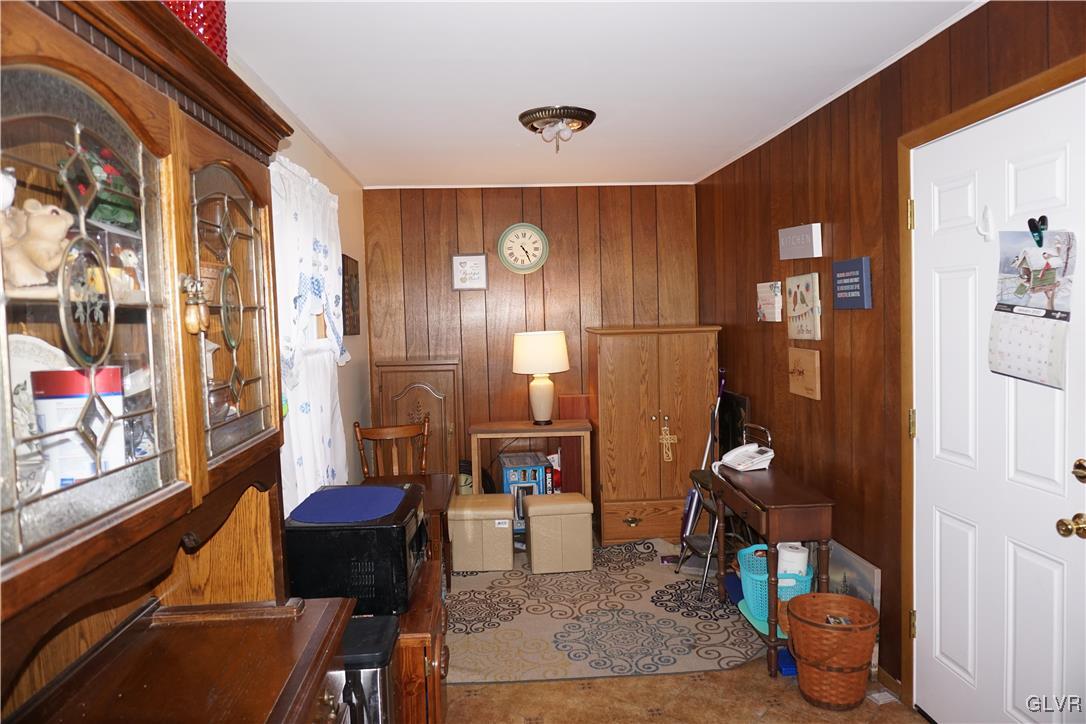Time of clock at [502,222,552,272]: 4:24
